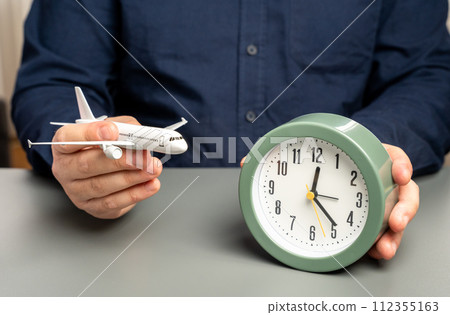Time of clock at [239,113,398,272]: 12:23
